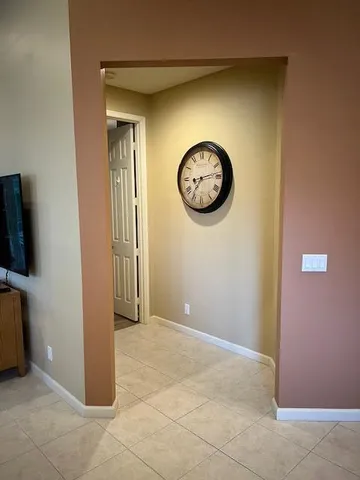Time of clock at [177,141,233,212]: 7:13
